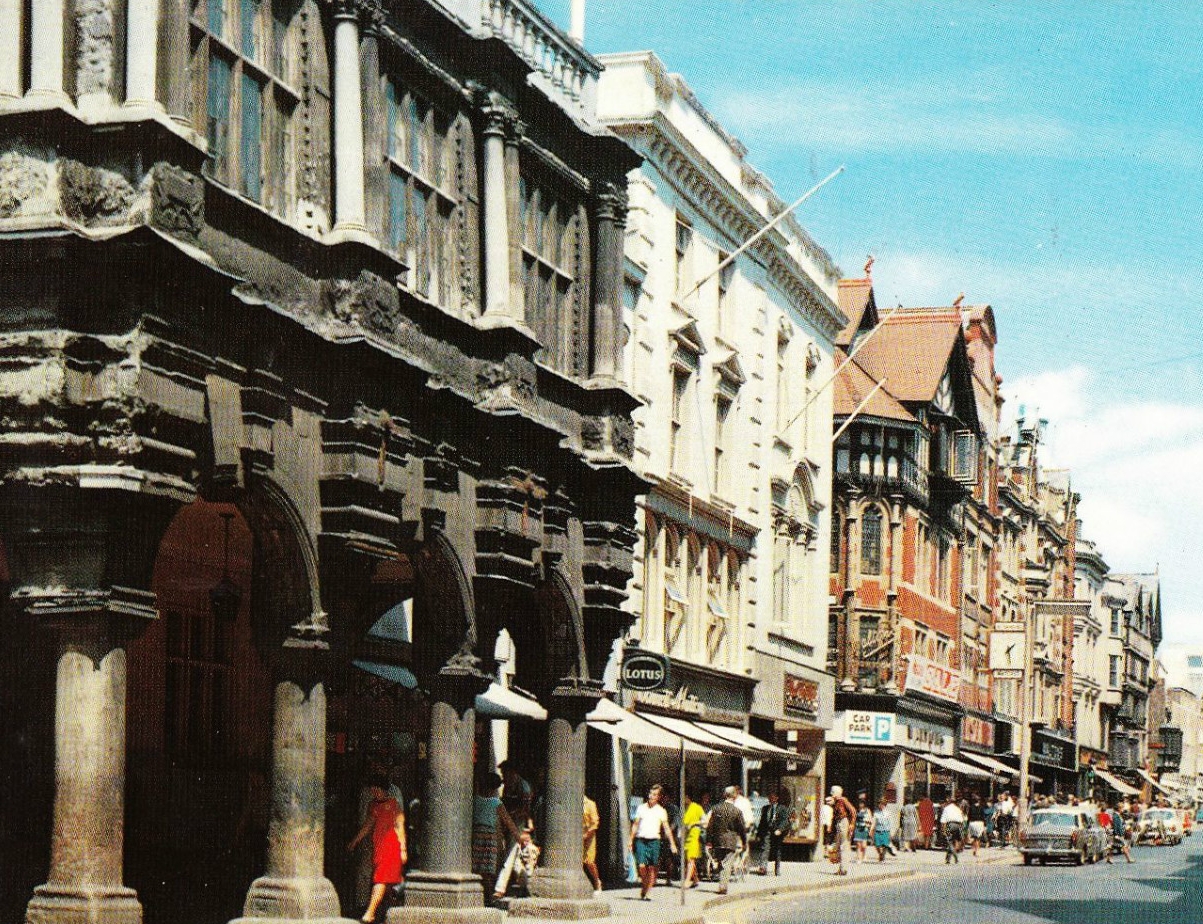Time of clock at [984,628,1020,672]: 1:28
